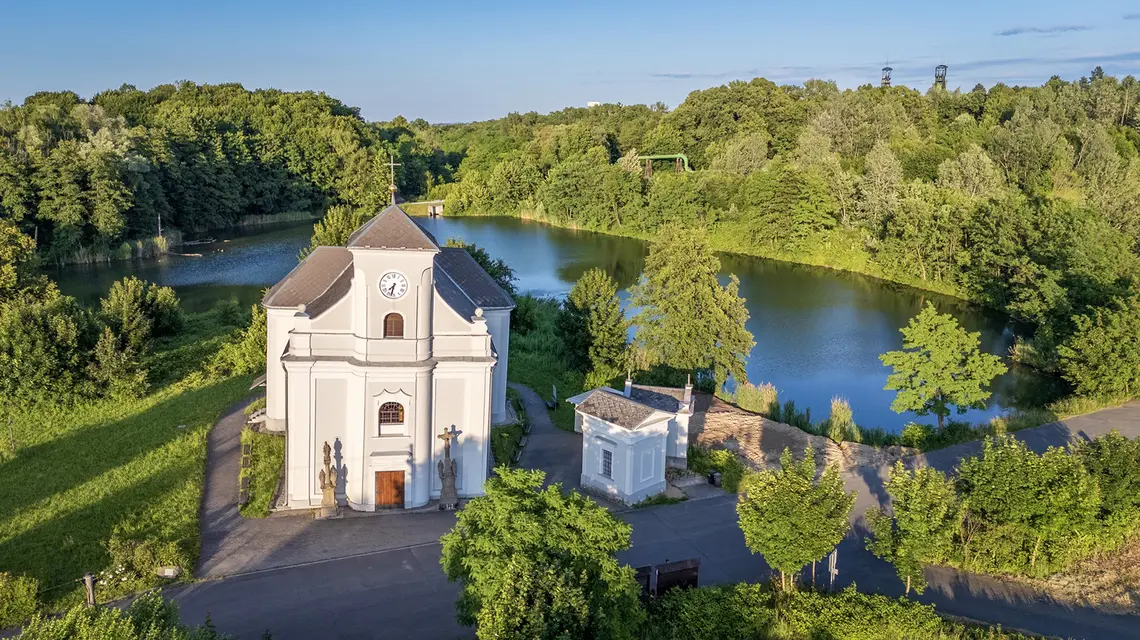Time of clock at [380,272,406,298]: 7:32
